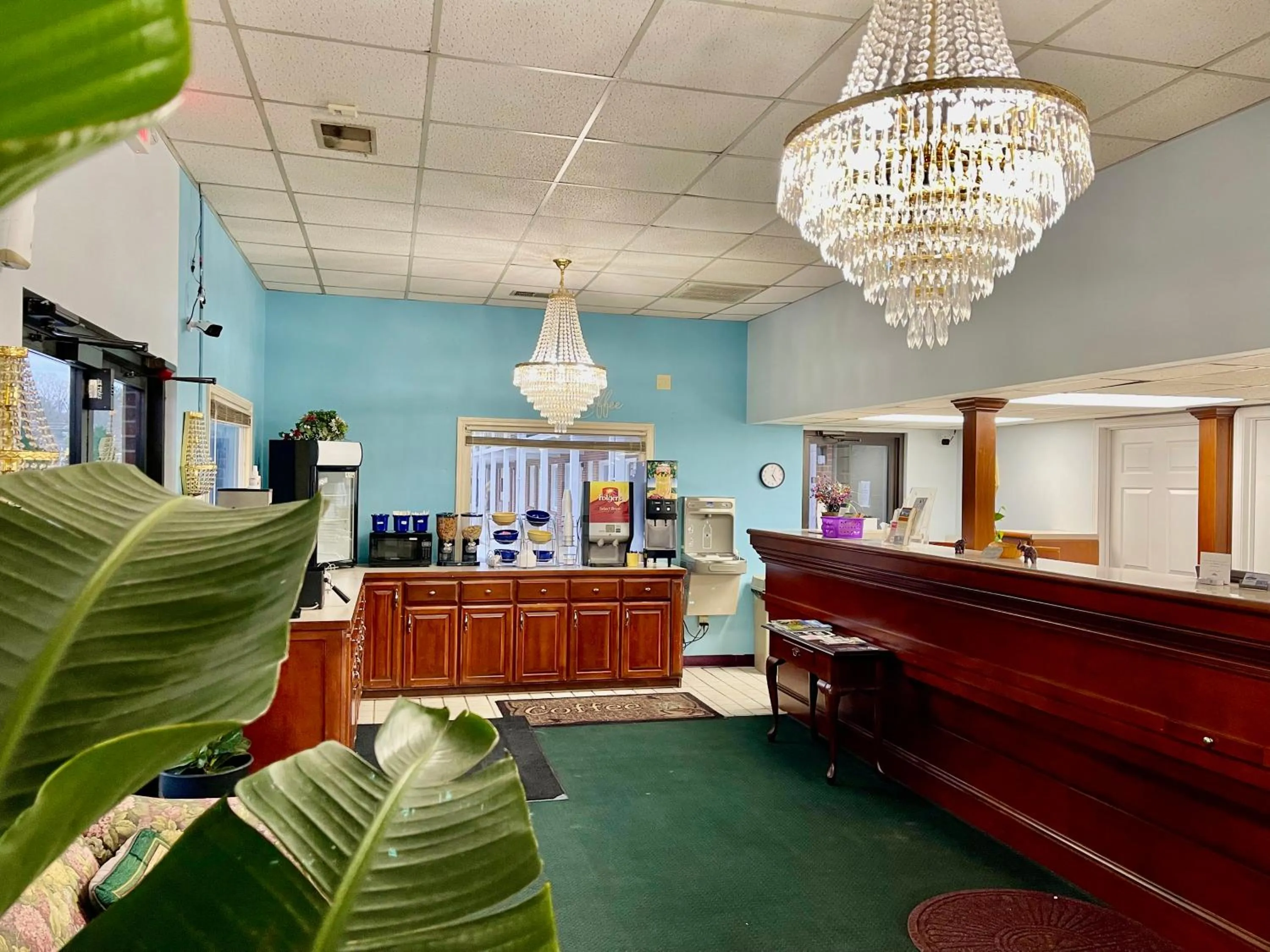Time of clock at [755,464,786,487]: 5:04
